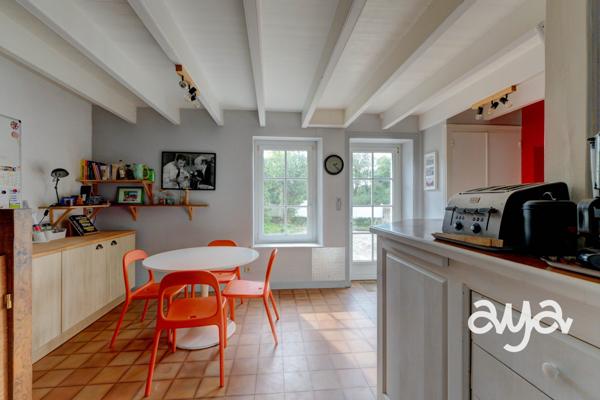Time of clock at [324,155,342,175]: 2:23
